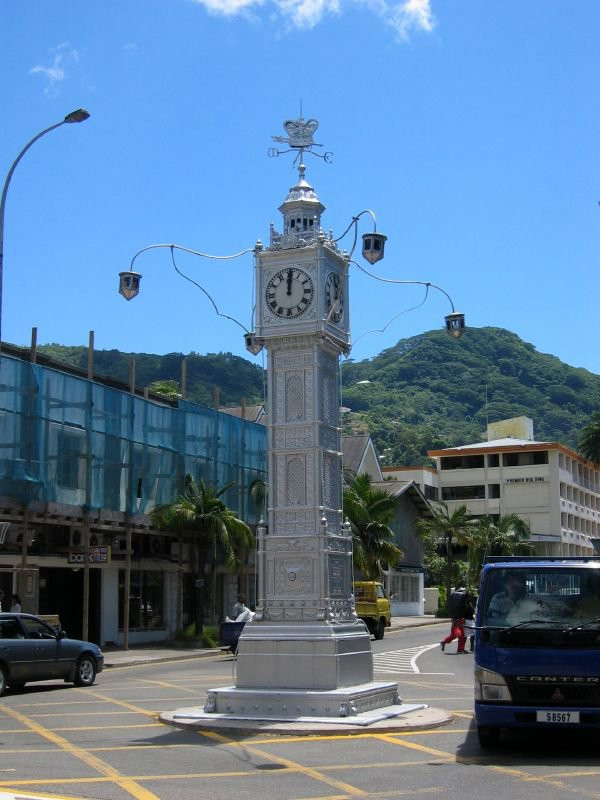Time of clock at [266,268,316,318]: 12:00
